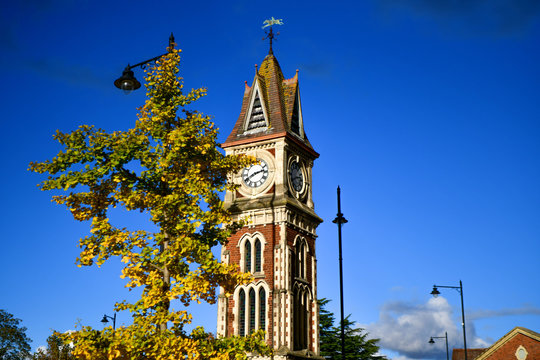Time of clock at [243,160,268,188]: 2:40
